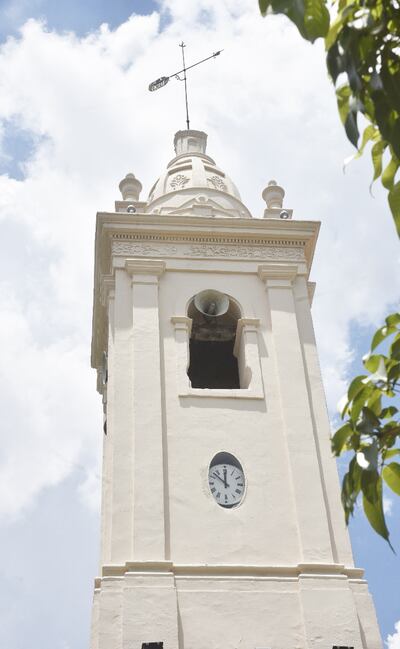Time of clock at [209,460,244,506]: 11:52
